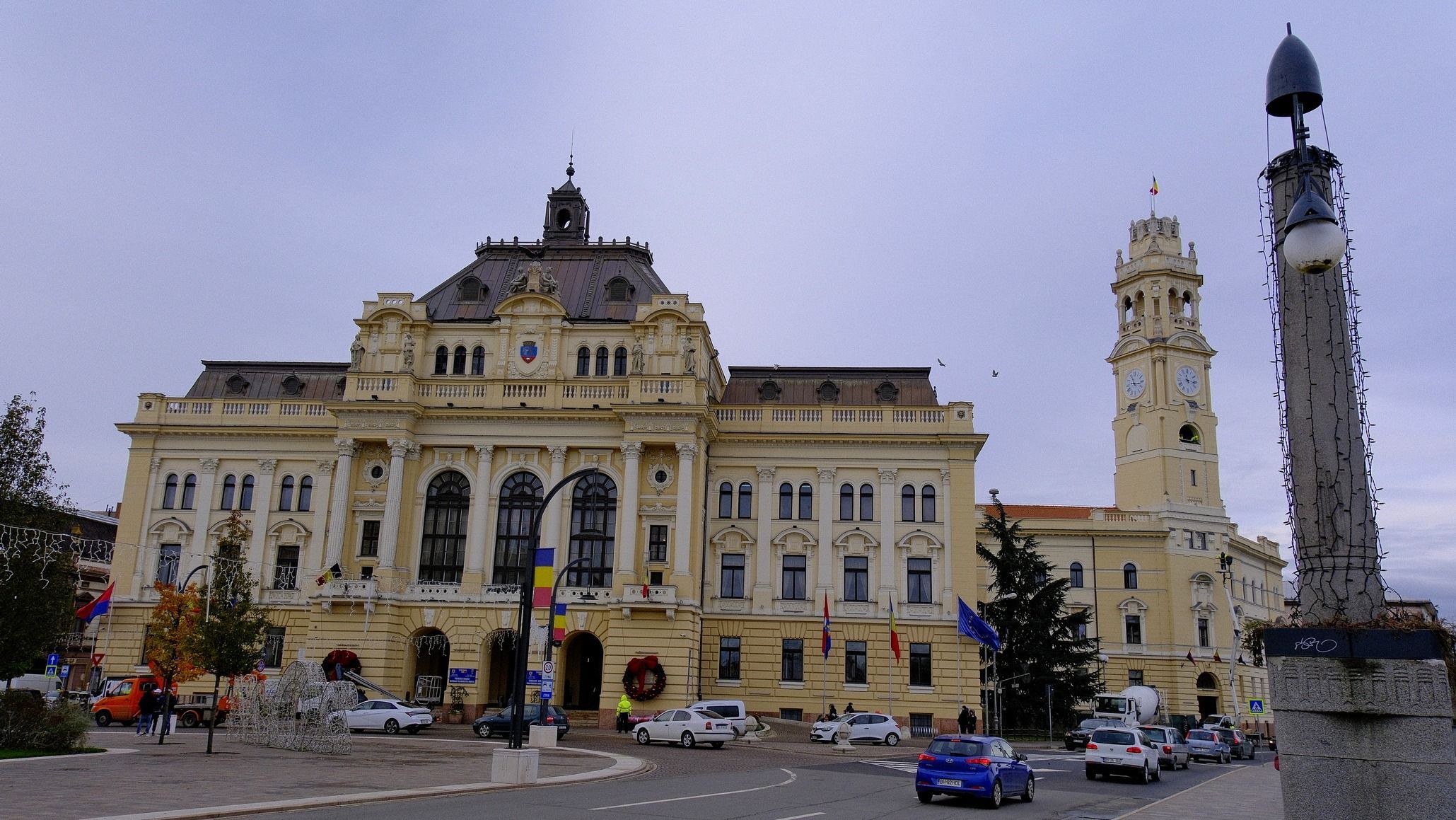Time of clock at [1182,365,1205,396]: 11:16
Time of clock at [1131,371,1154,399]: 11:16
